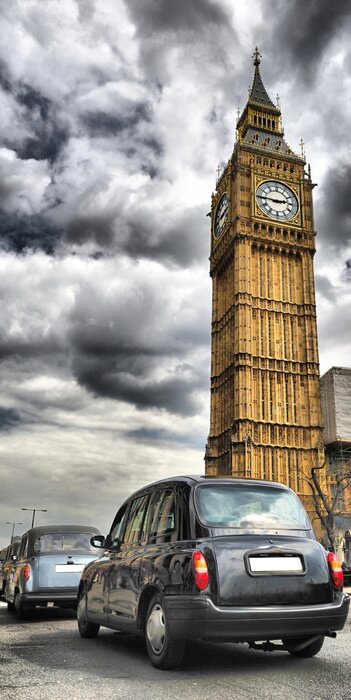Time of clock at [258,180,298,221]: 2:45
